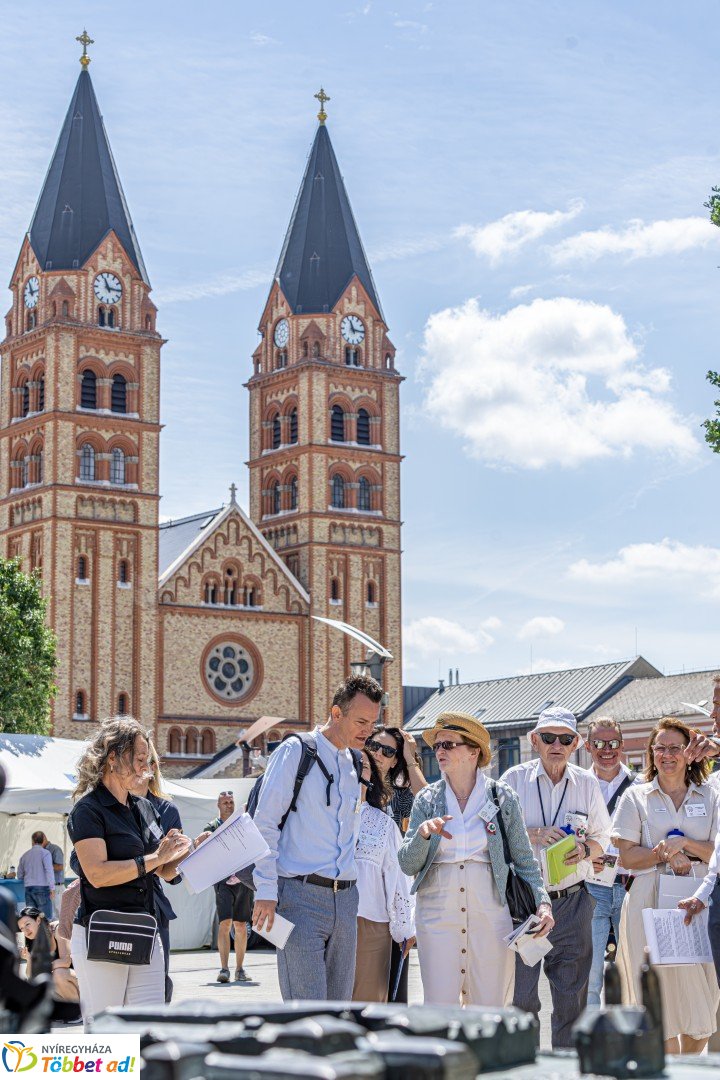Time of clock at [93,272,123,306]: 11:15
